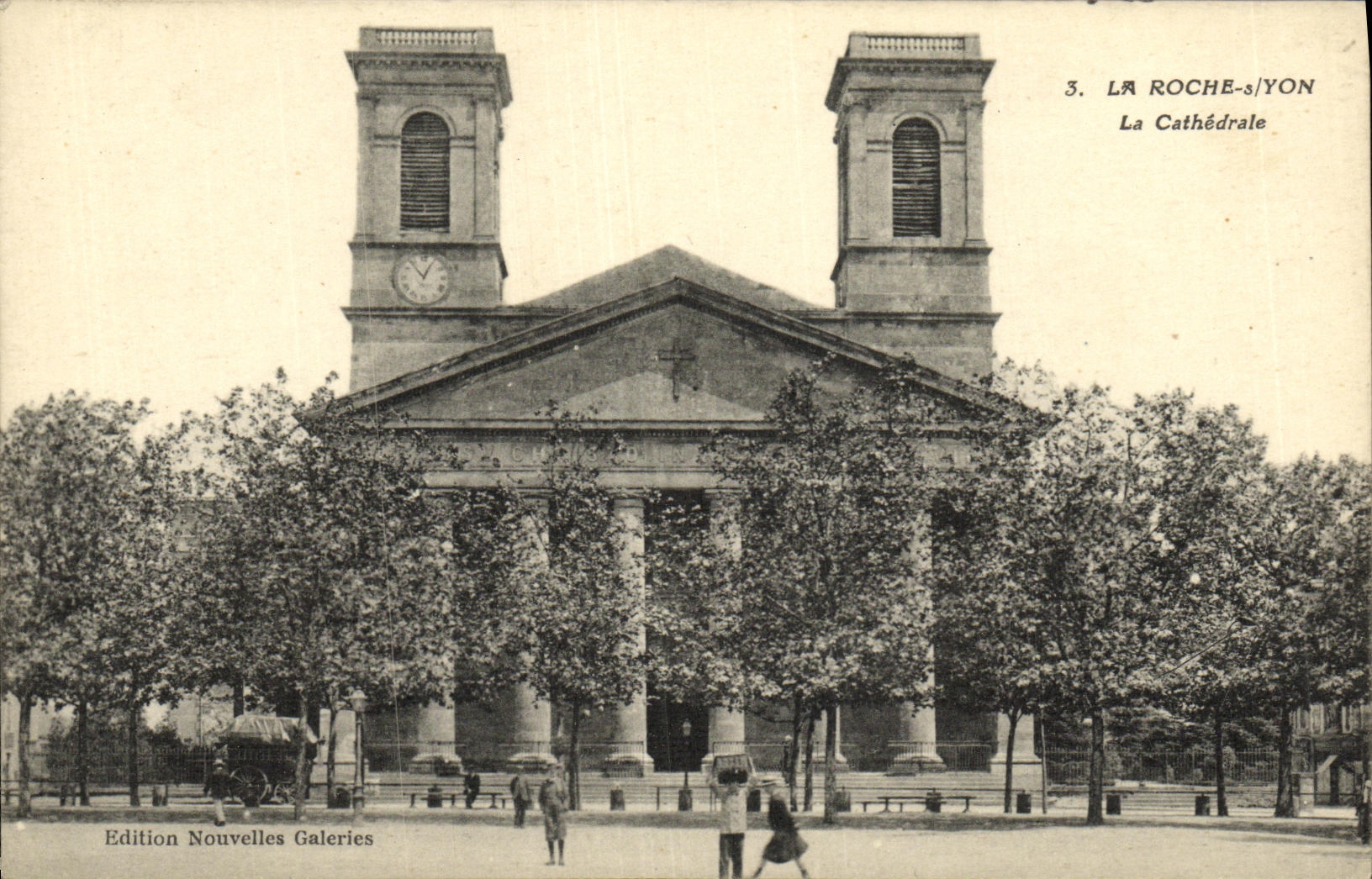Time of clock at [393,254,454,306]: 12:53
